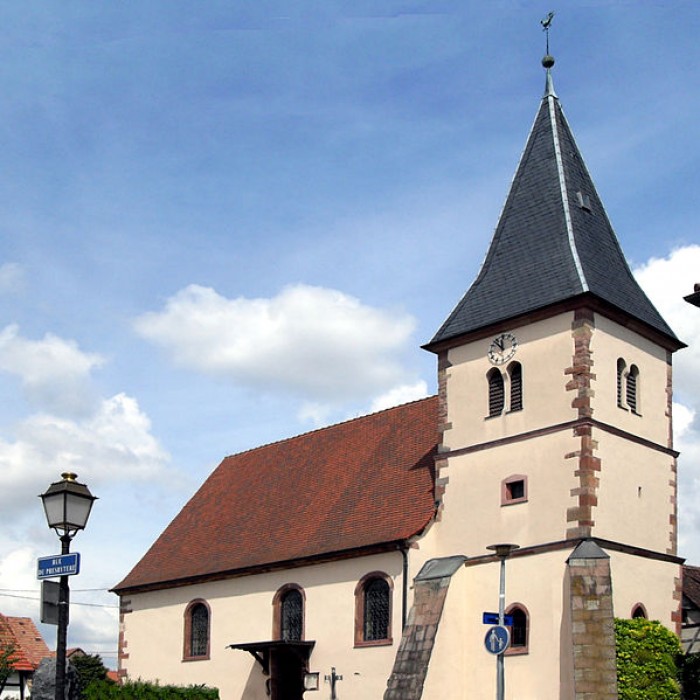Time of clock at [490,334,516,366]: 11:53
